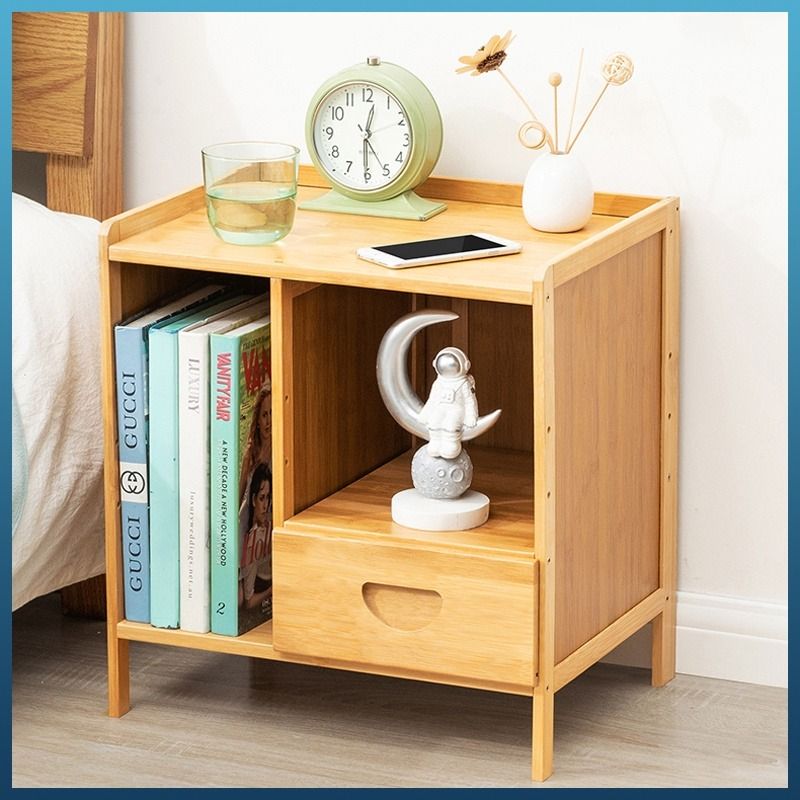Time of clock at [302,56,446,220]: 12:30
